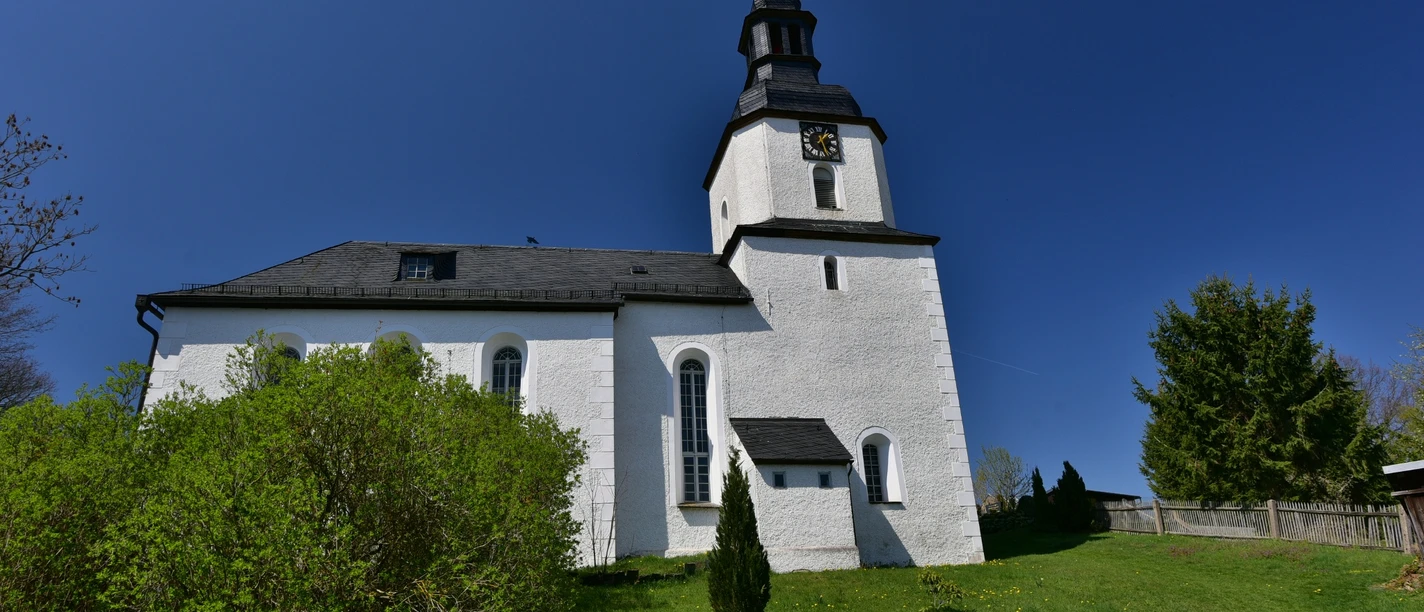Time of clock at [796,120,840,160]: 1:26
